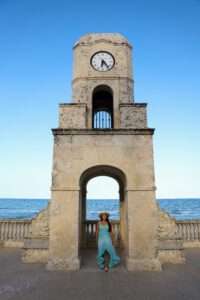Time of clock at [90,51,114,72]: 6:23
